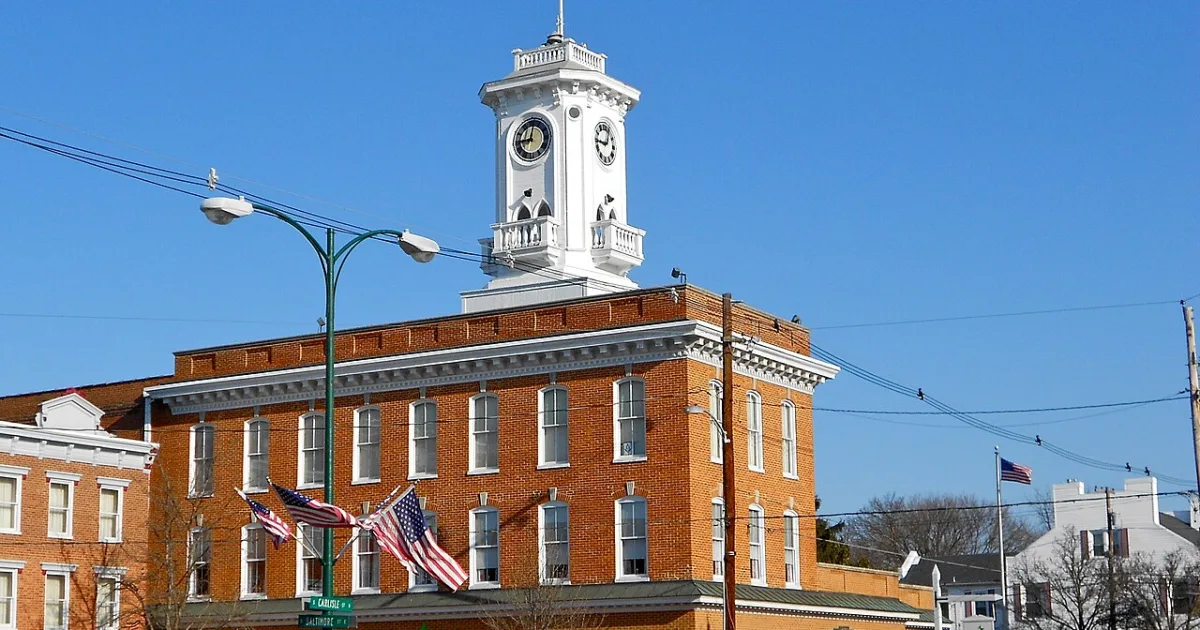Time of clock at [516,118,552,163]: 9:01
